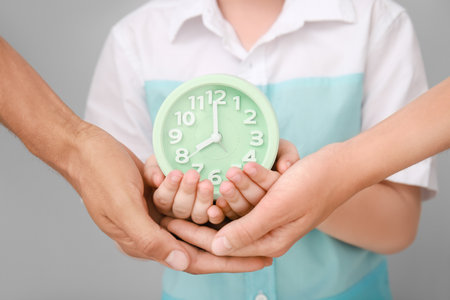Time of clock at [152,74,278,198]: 7:59
